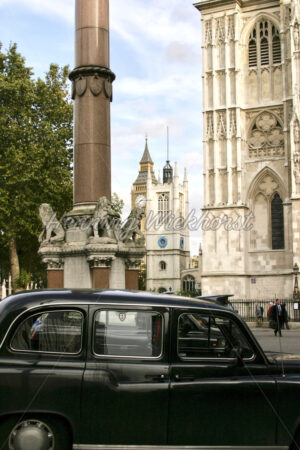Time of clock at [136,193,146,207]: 2:38
